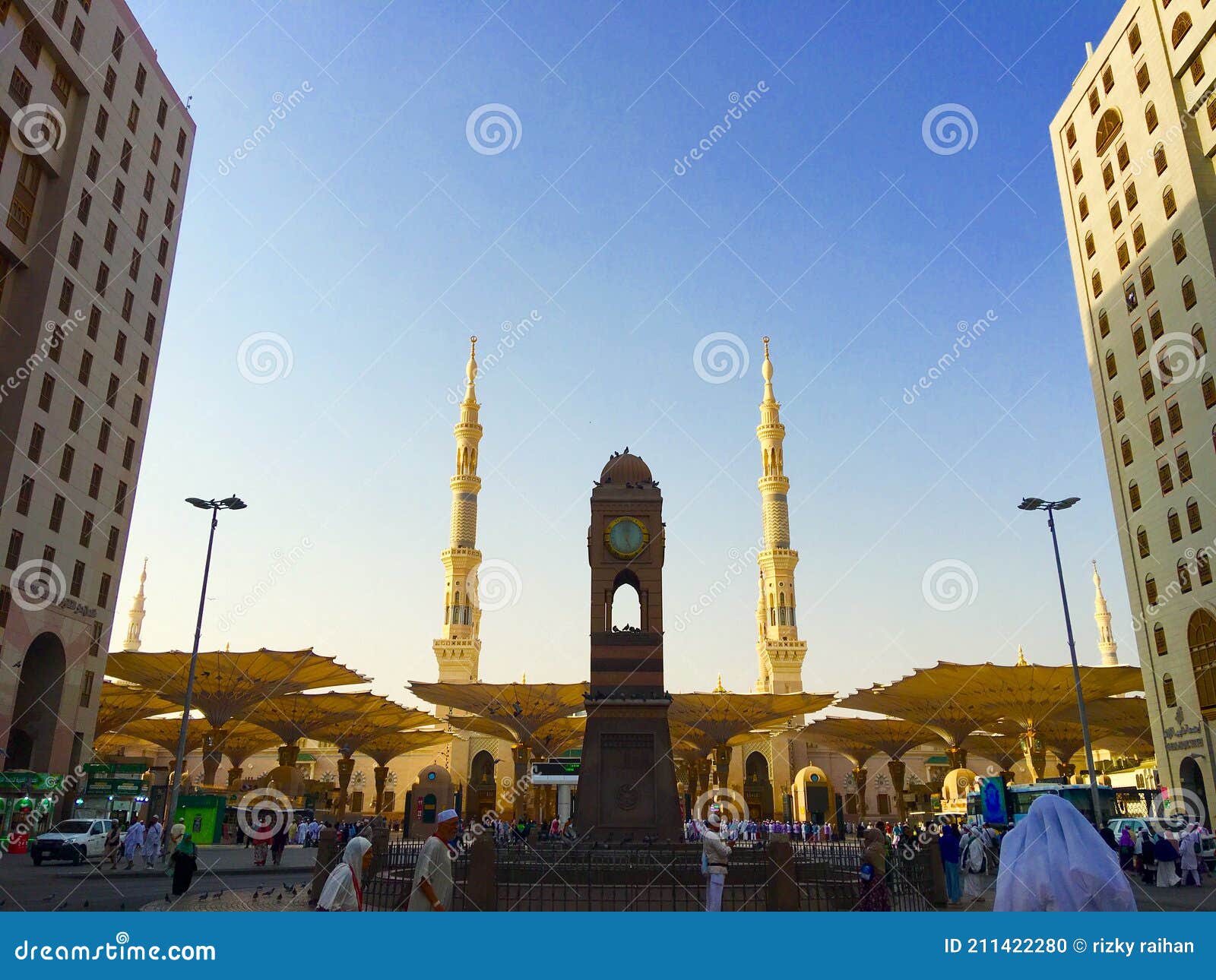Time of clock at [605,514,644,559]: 12:26
